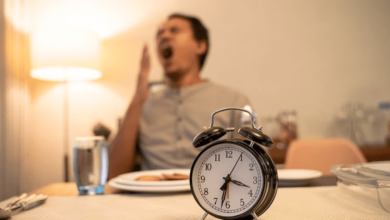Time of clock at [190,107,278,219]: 3:32
